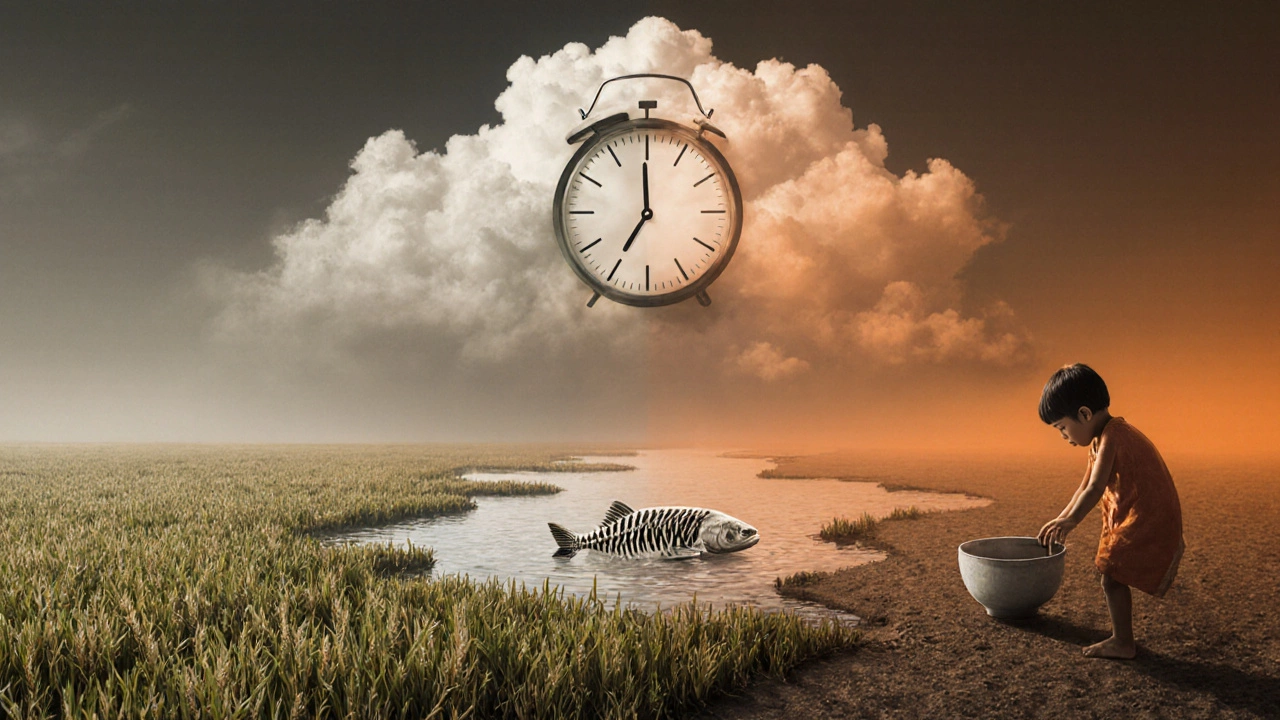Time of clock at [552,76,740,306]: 6:59
